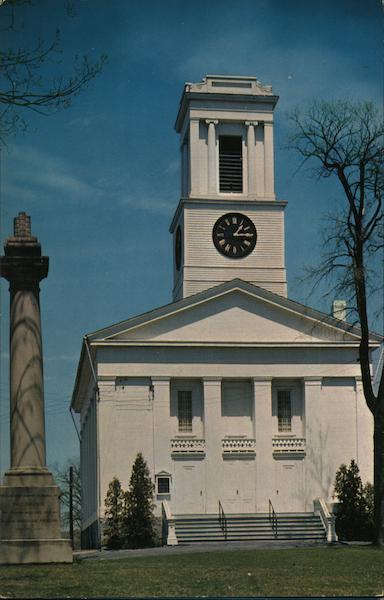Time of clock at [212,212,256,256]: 1:14
